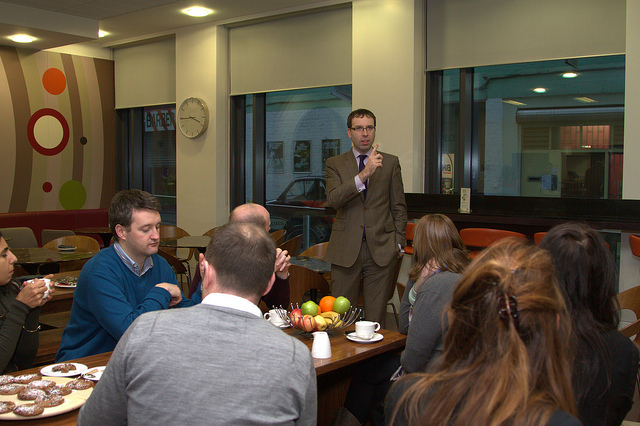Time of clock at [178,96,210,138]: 3:44
